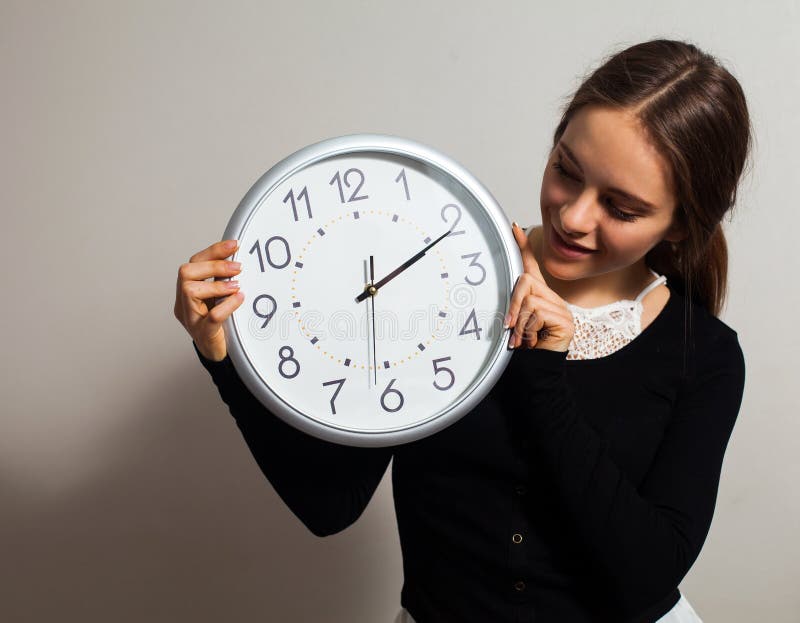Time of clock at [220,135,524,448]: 2:10
